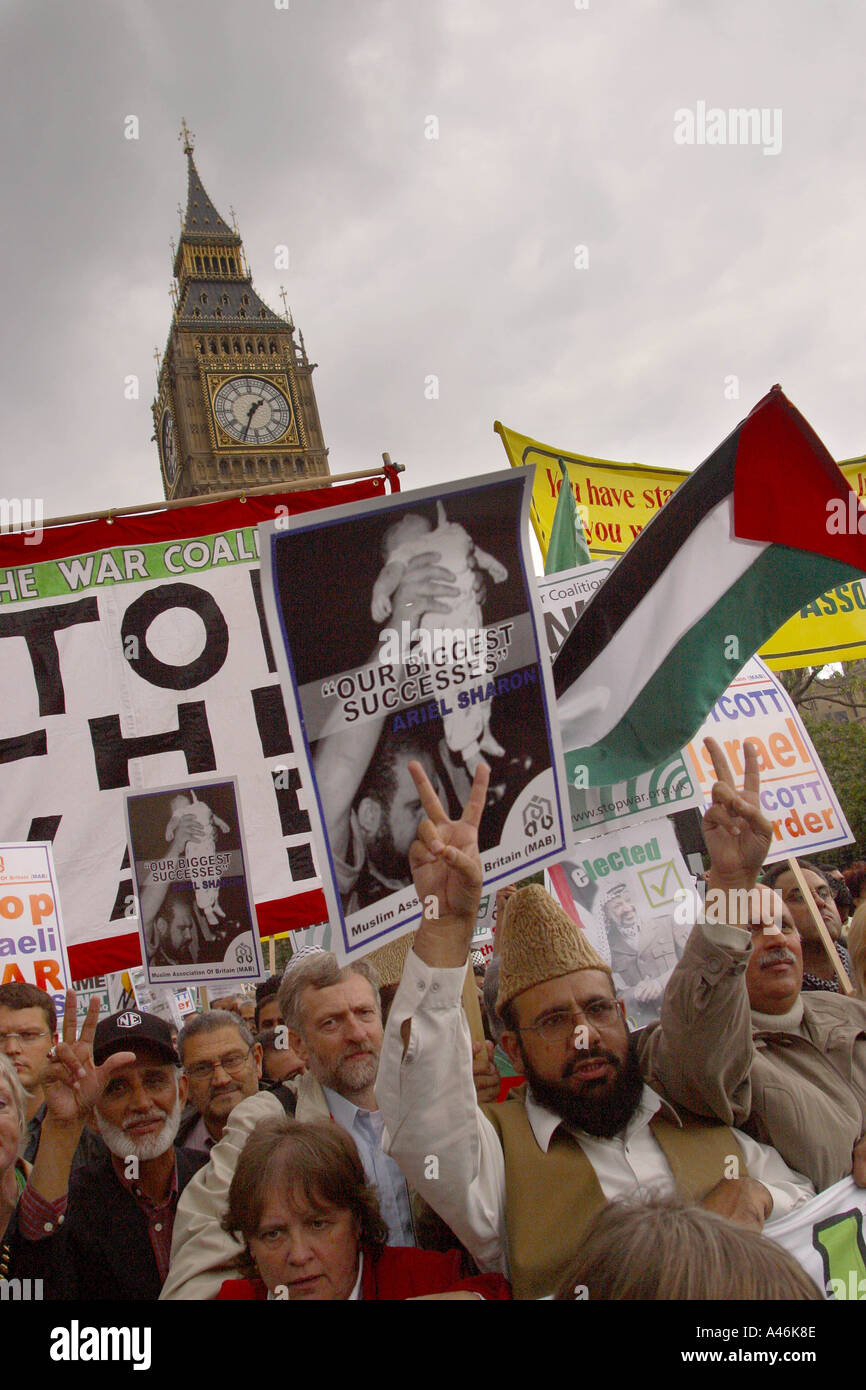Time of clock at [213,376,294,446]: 1:33
